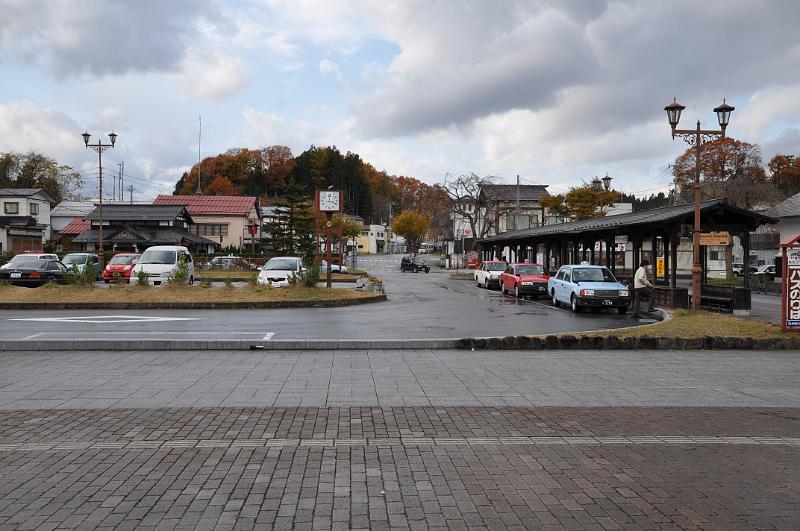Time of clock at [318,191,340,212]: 12:18
